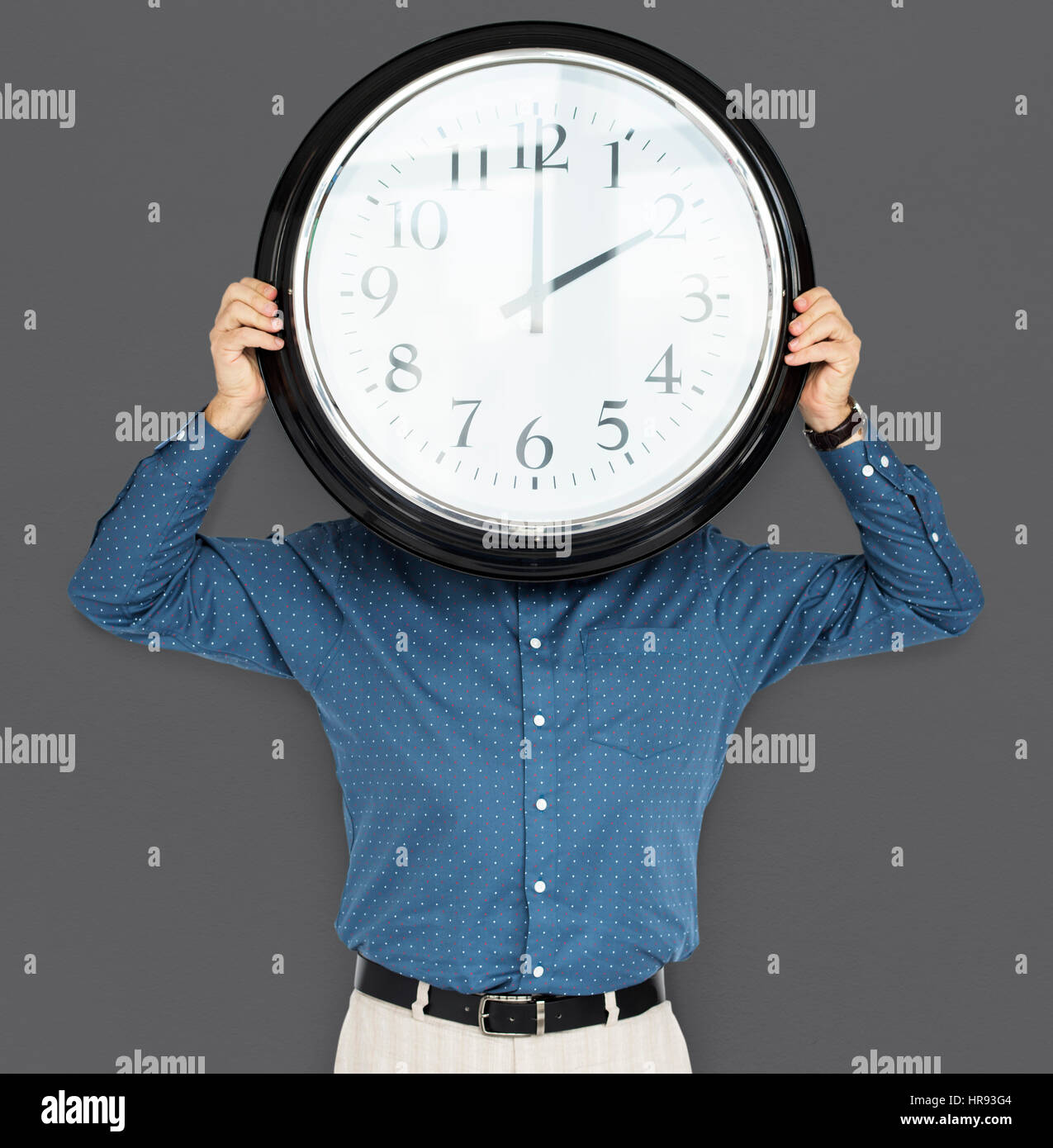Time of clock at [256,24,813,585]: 2:00
